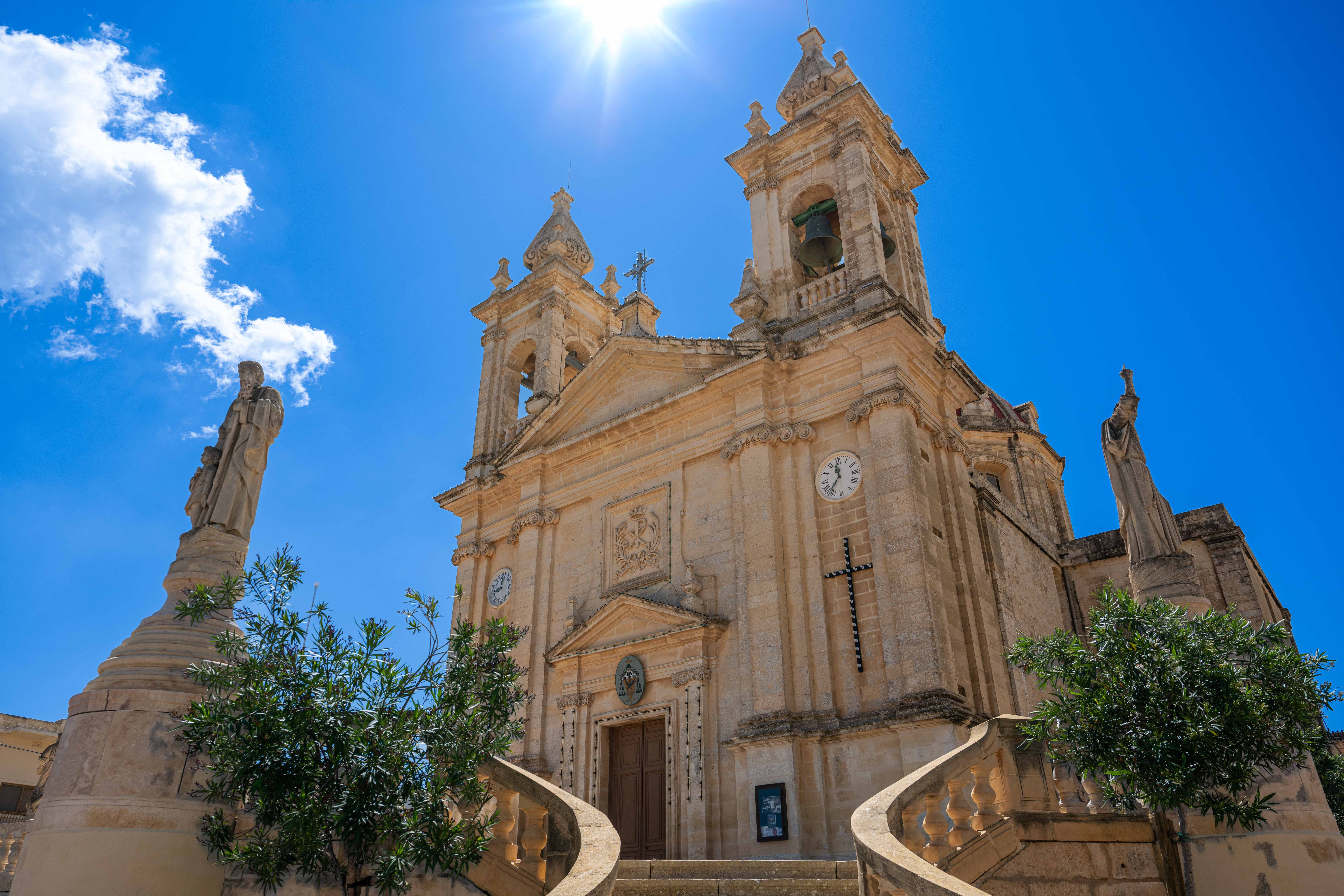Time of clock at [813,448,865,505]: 11:36
